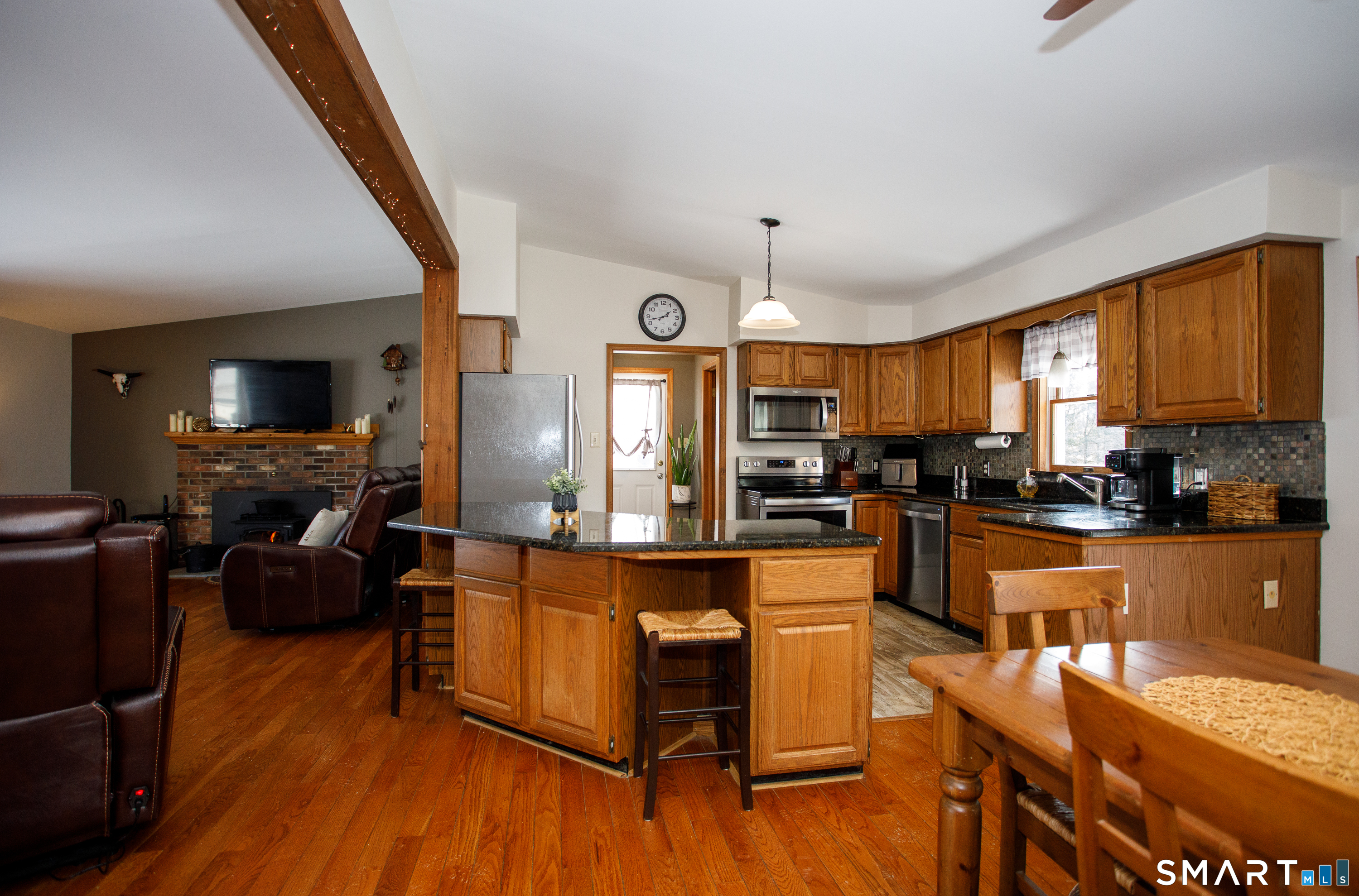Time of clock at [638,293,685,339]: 1:42
